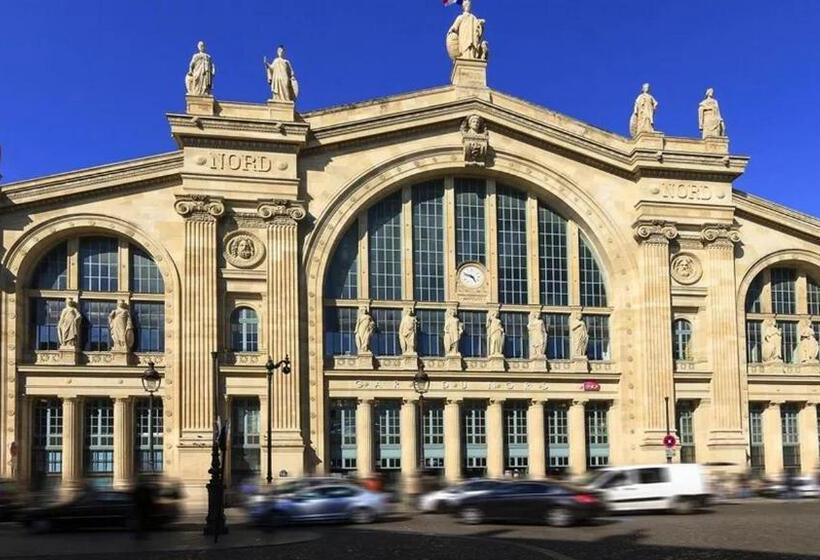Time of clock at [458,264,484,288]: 4:48
